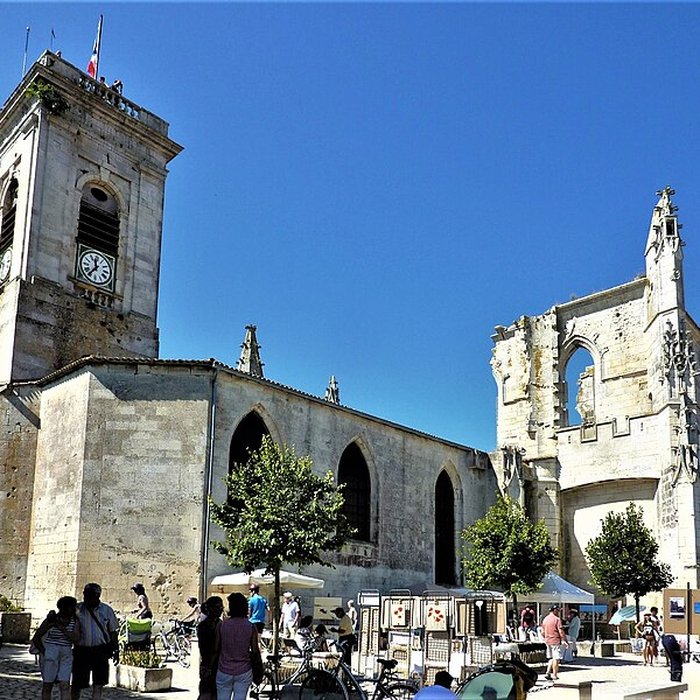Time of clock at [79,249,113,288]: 11:36
